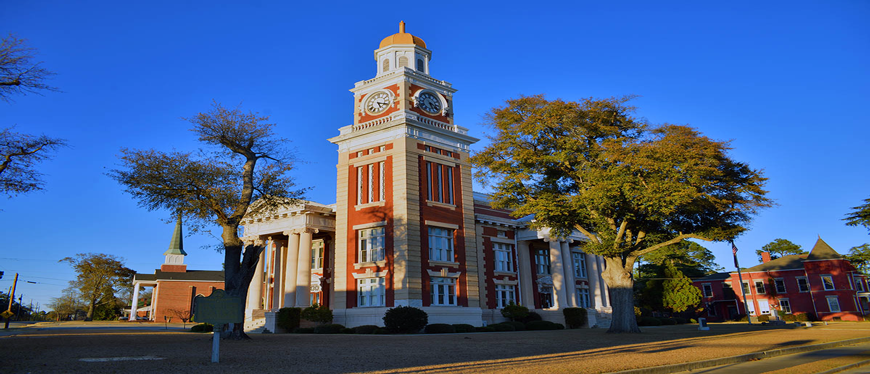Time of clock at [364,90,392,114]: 5:18
